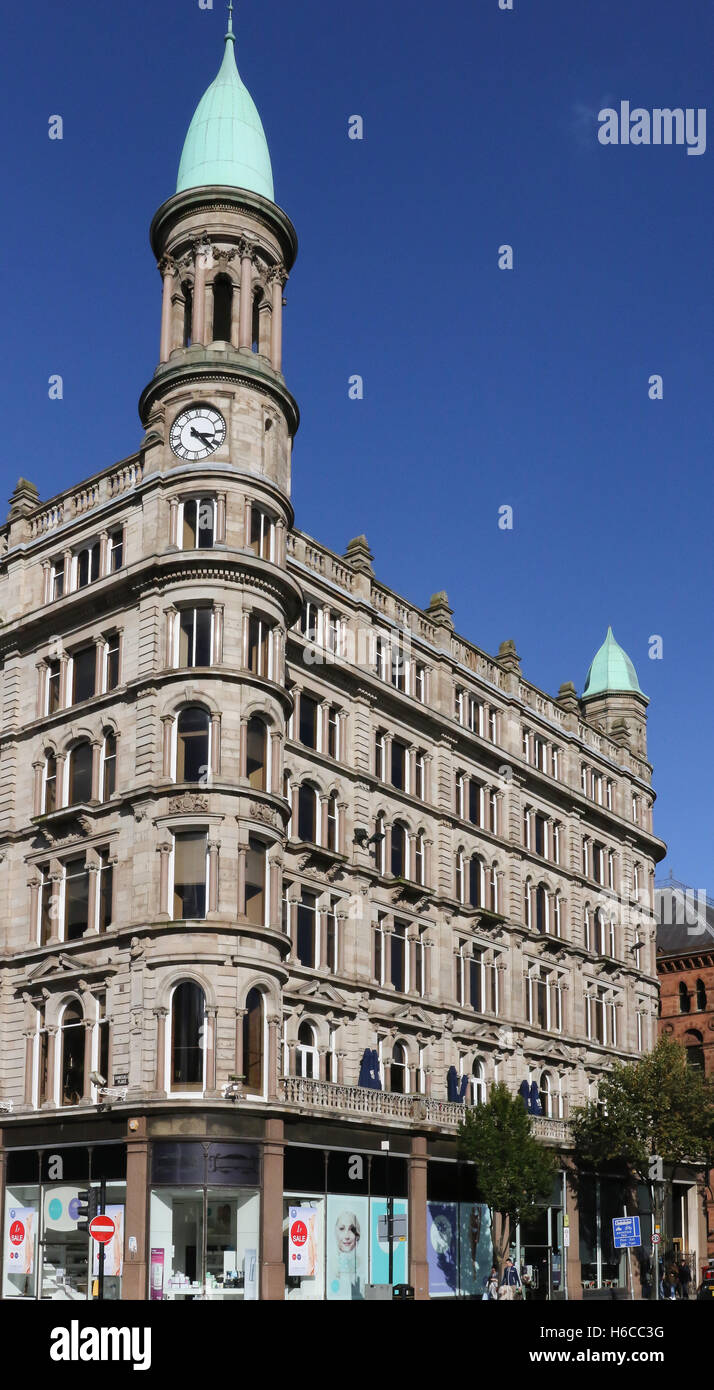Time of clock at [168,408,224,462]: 3:22
